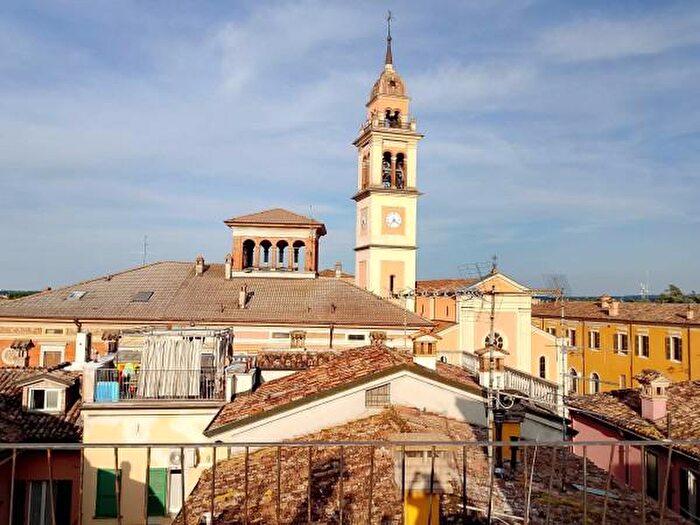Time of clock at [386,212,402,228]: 7:20
